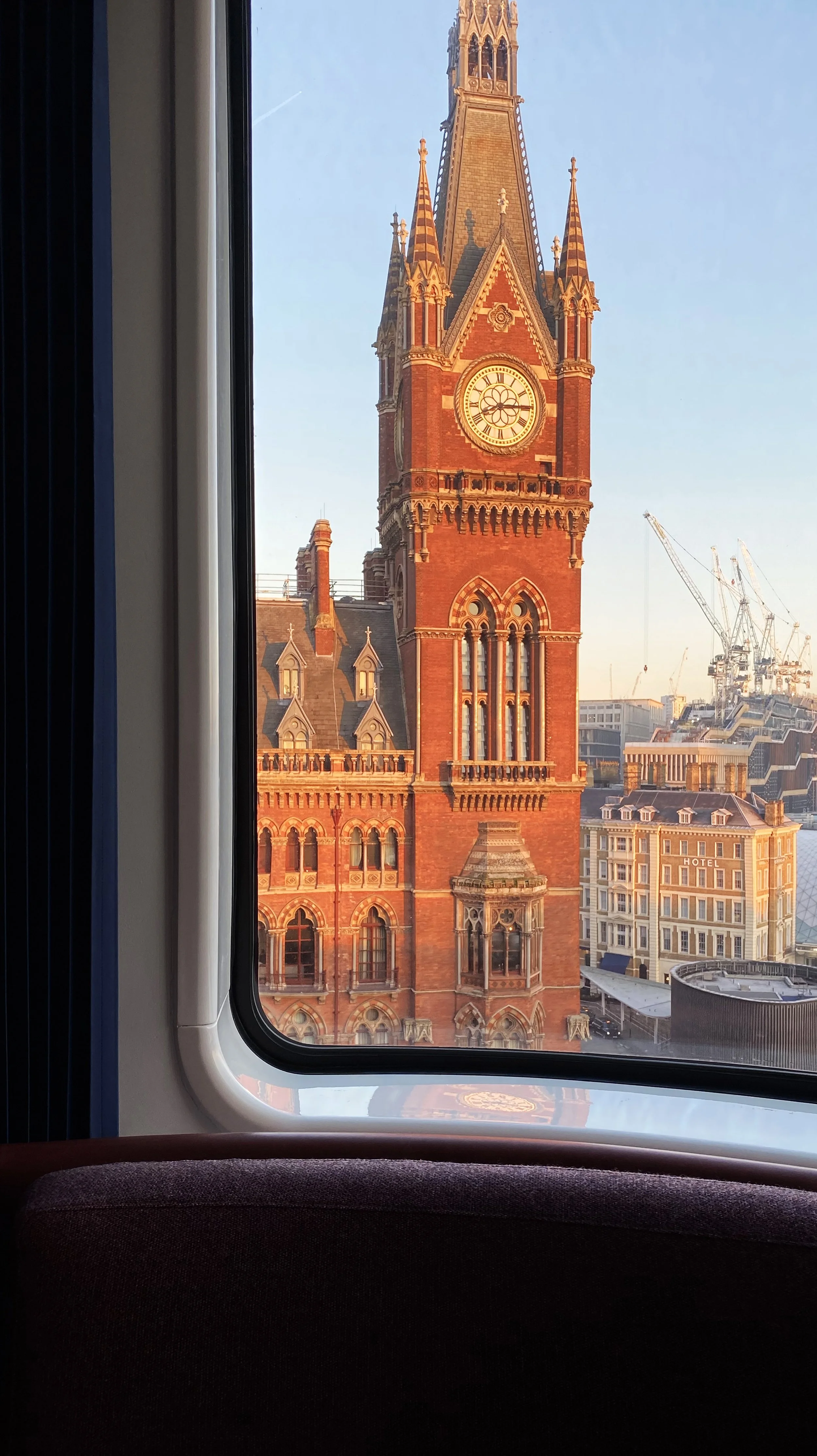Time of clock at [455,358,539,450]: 8:14
